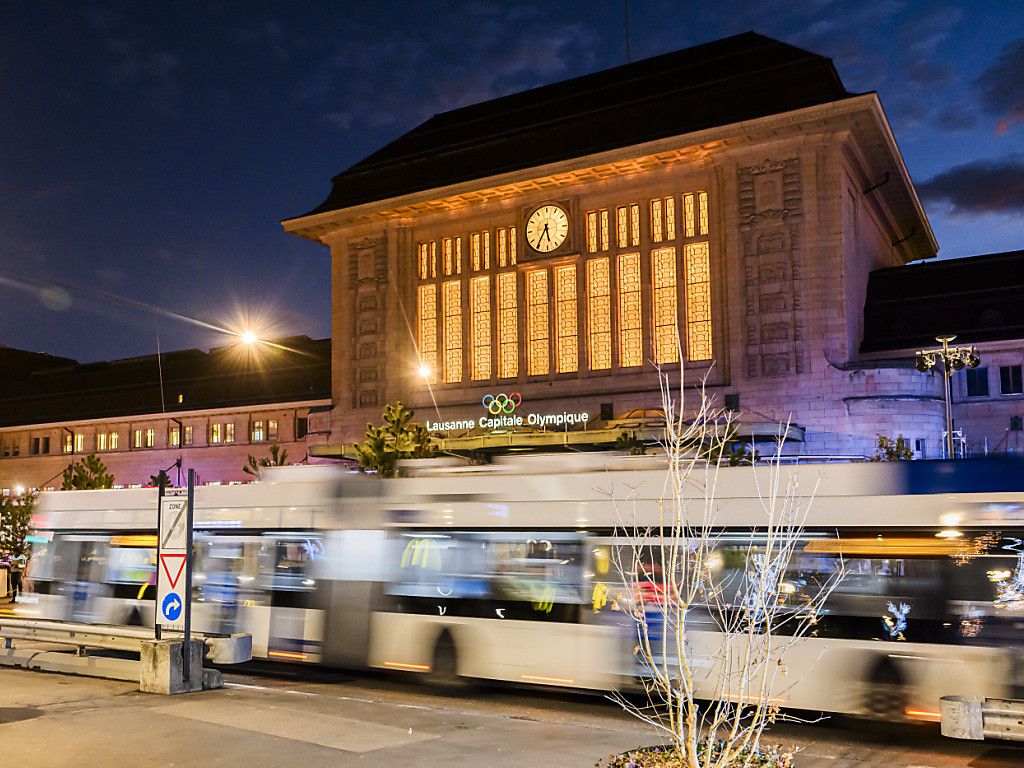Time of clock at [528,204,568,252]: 5:35
